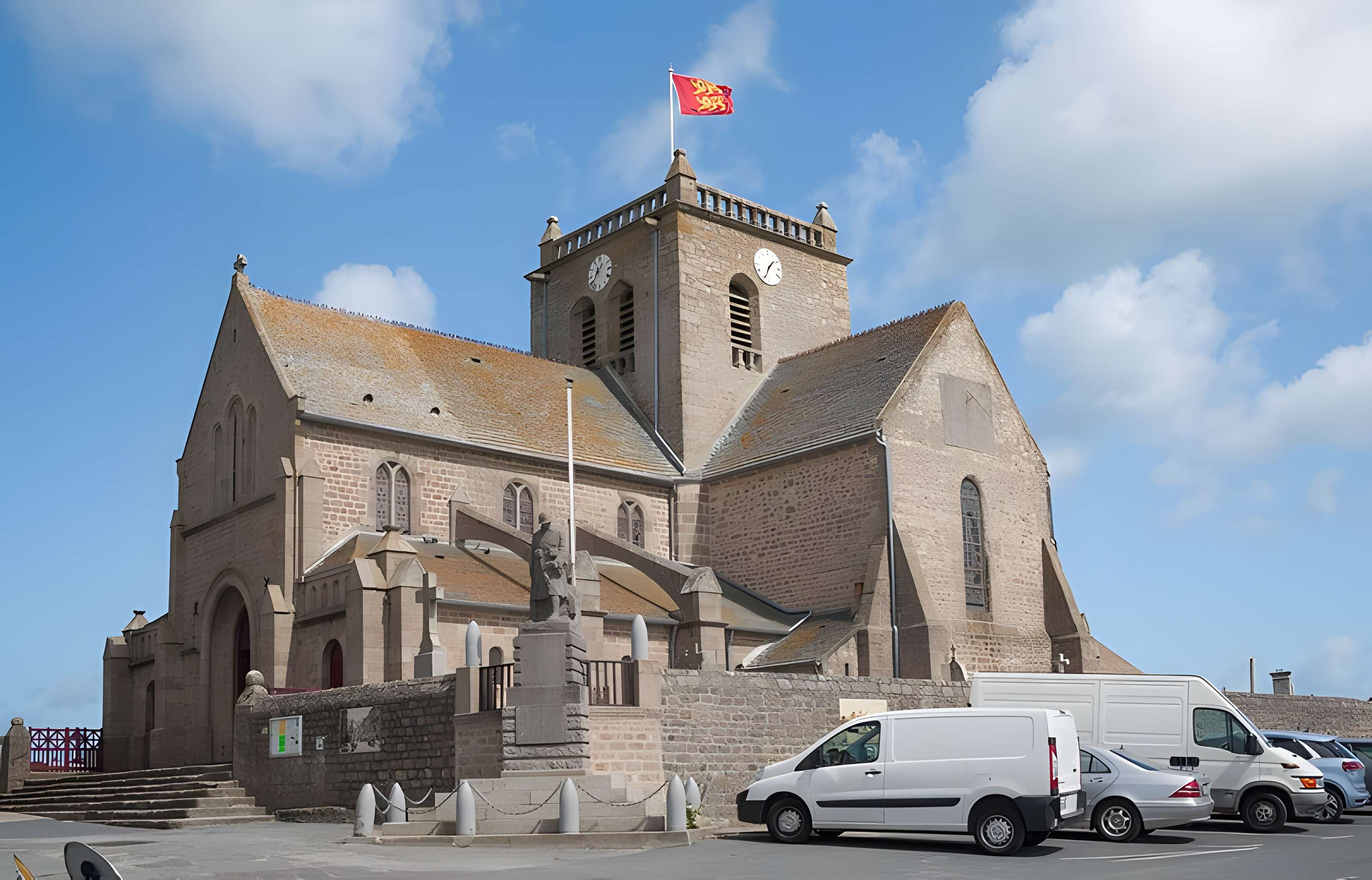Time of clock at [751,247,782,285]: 1:34
